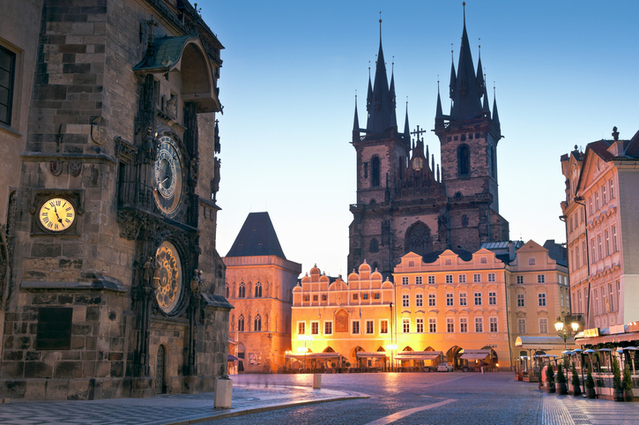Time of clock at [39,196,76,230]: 4:57
